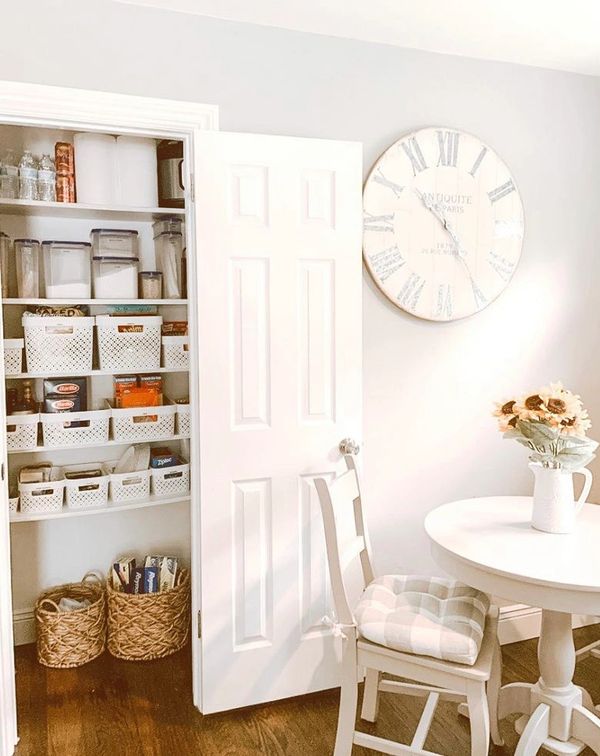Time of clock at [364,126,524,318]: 10:24
